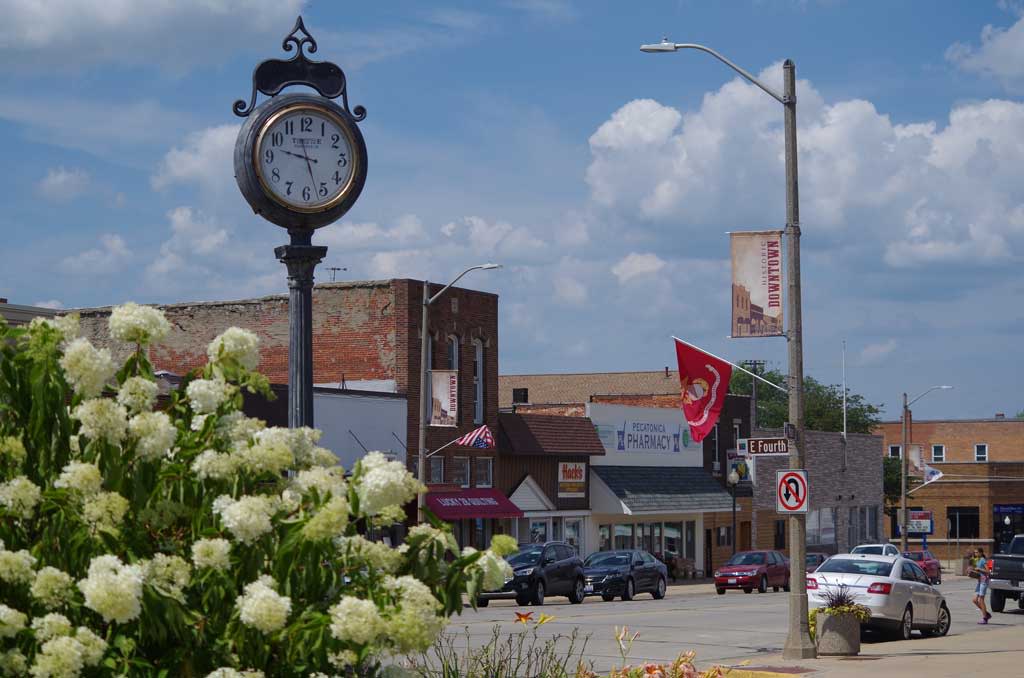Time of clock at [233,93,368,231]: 9:27
